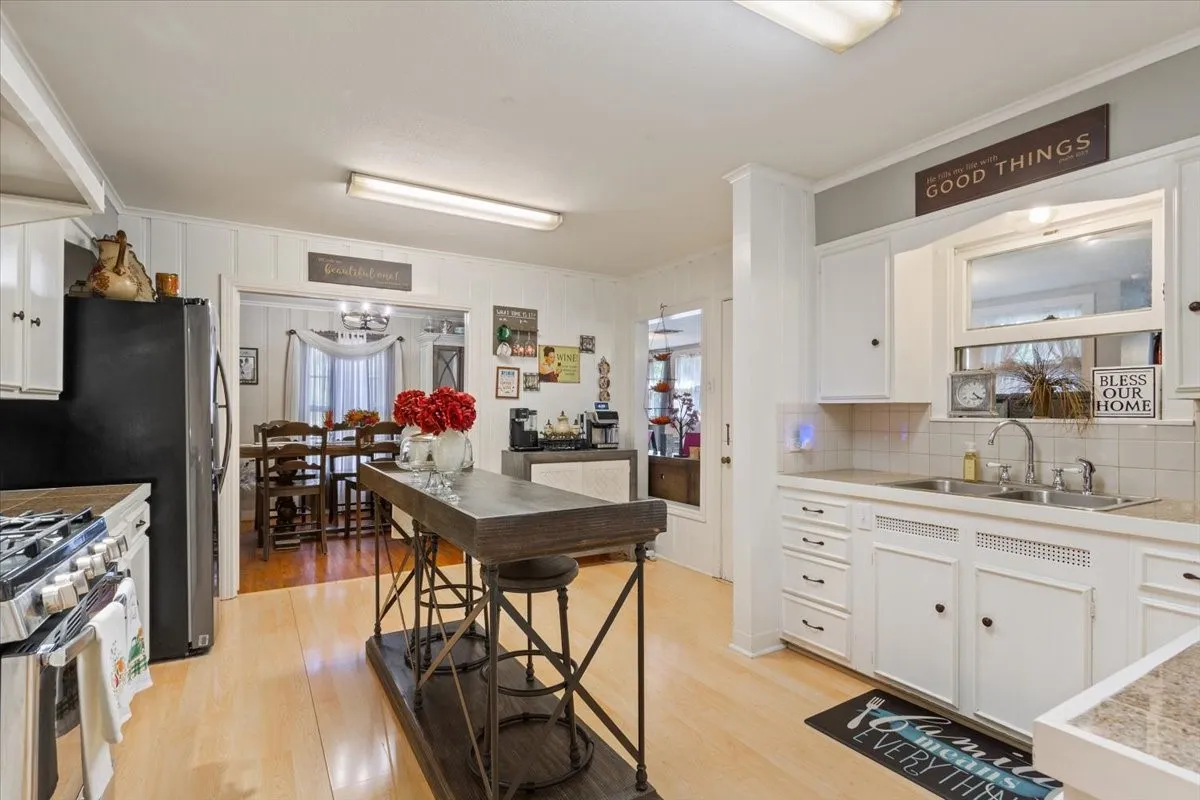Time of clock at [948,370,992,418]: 4:20
